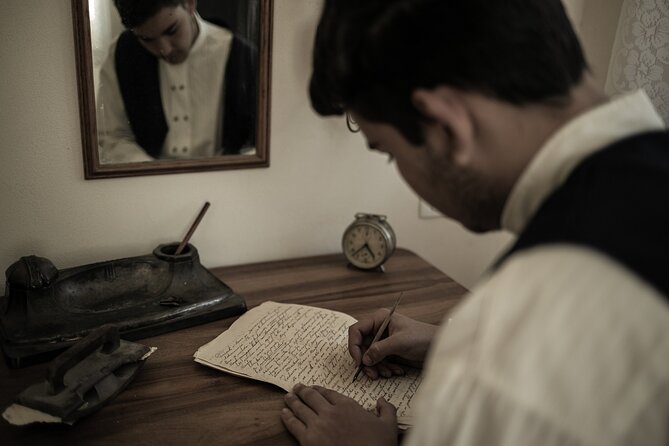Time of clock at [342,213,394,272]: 4:37
